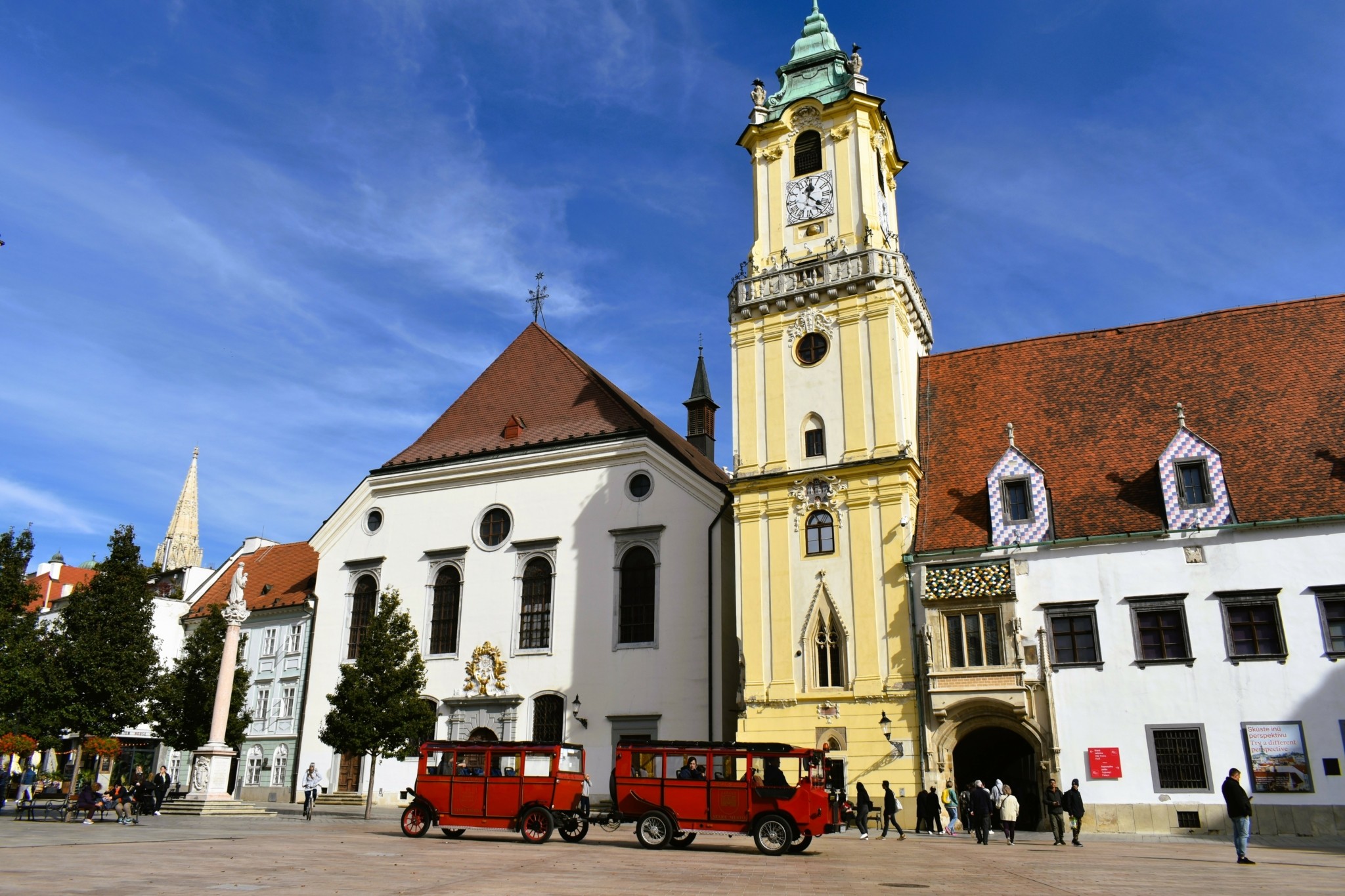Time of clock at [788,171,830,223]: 12:22
